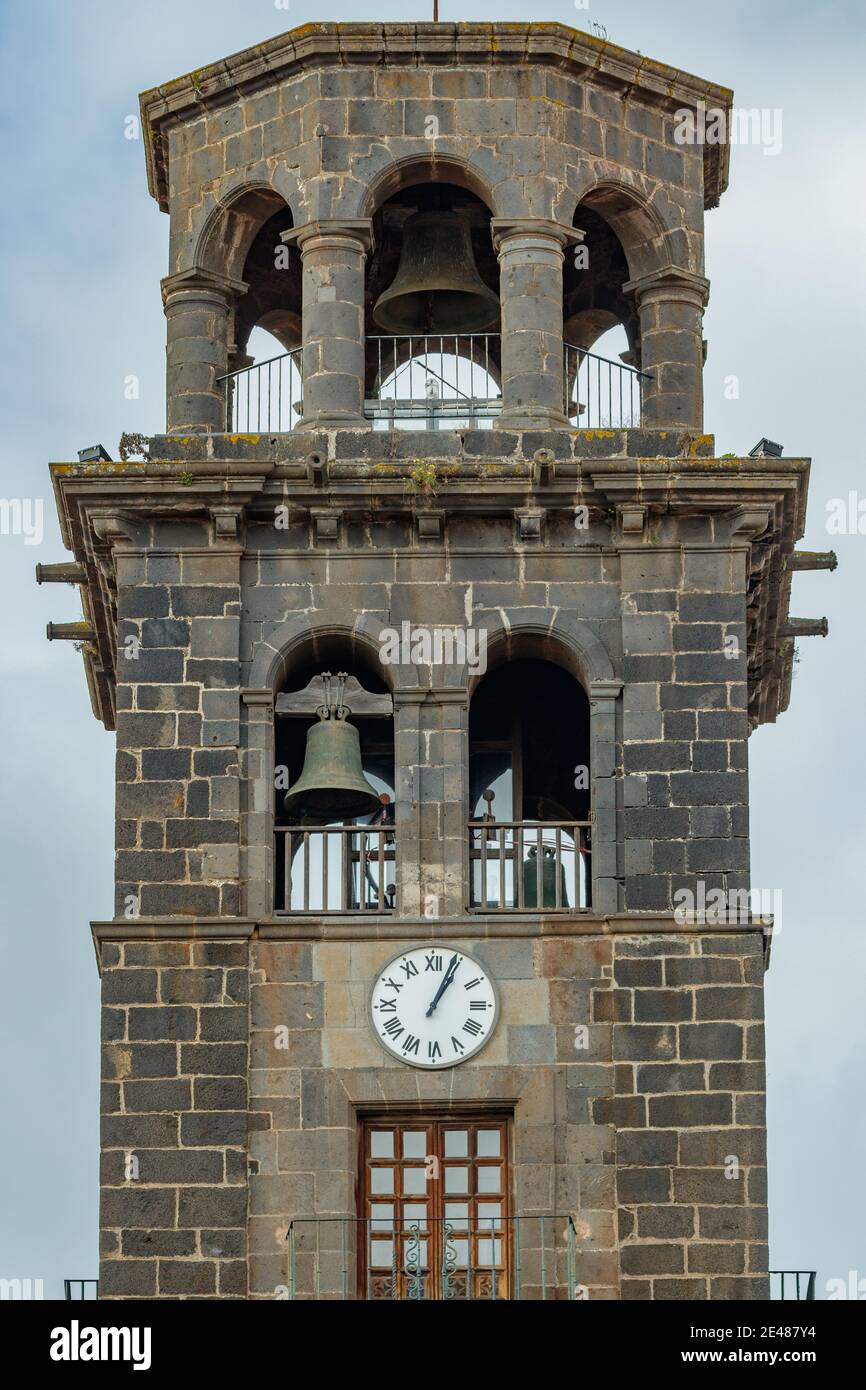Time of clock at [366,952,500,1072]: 1:04
